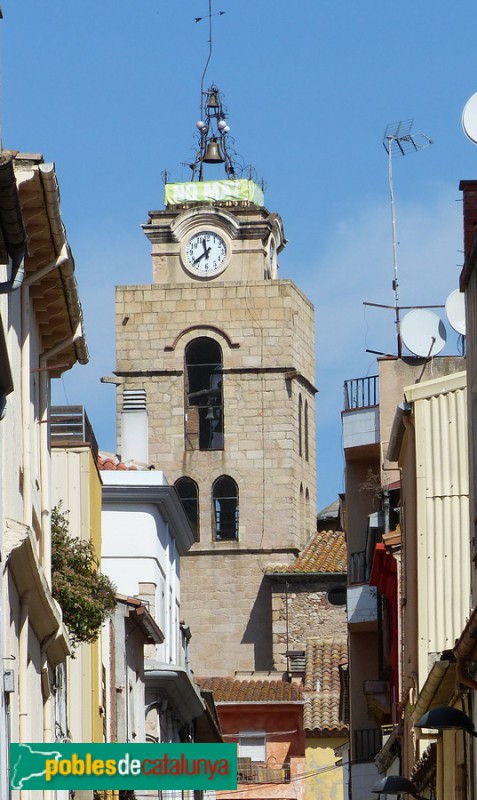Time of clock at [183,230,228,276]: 11:37
